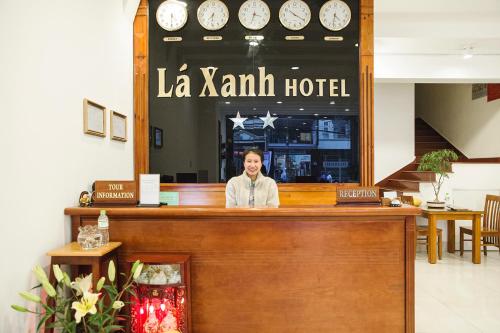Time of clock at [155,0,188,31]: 4:30
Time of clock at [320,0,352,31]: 4:31
